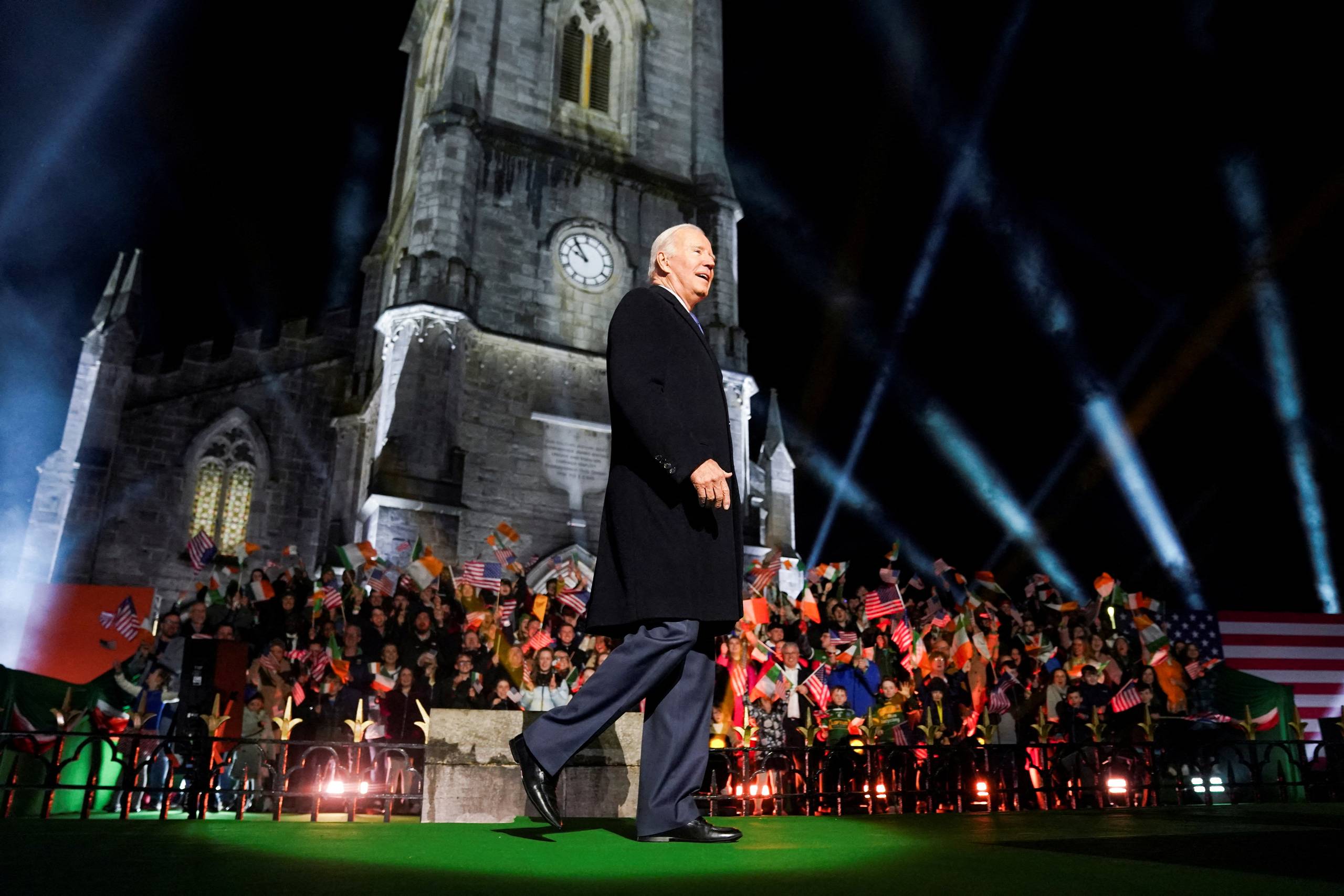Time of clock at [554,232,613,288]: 9:54
